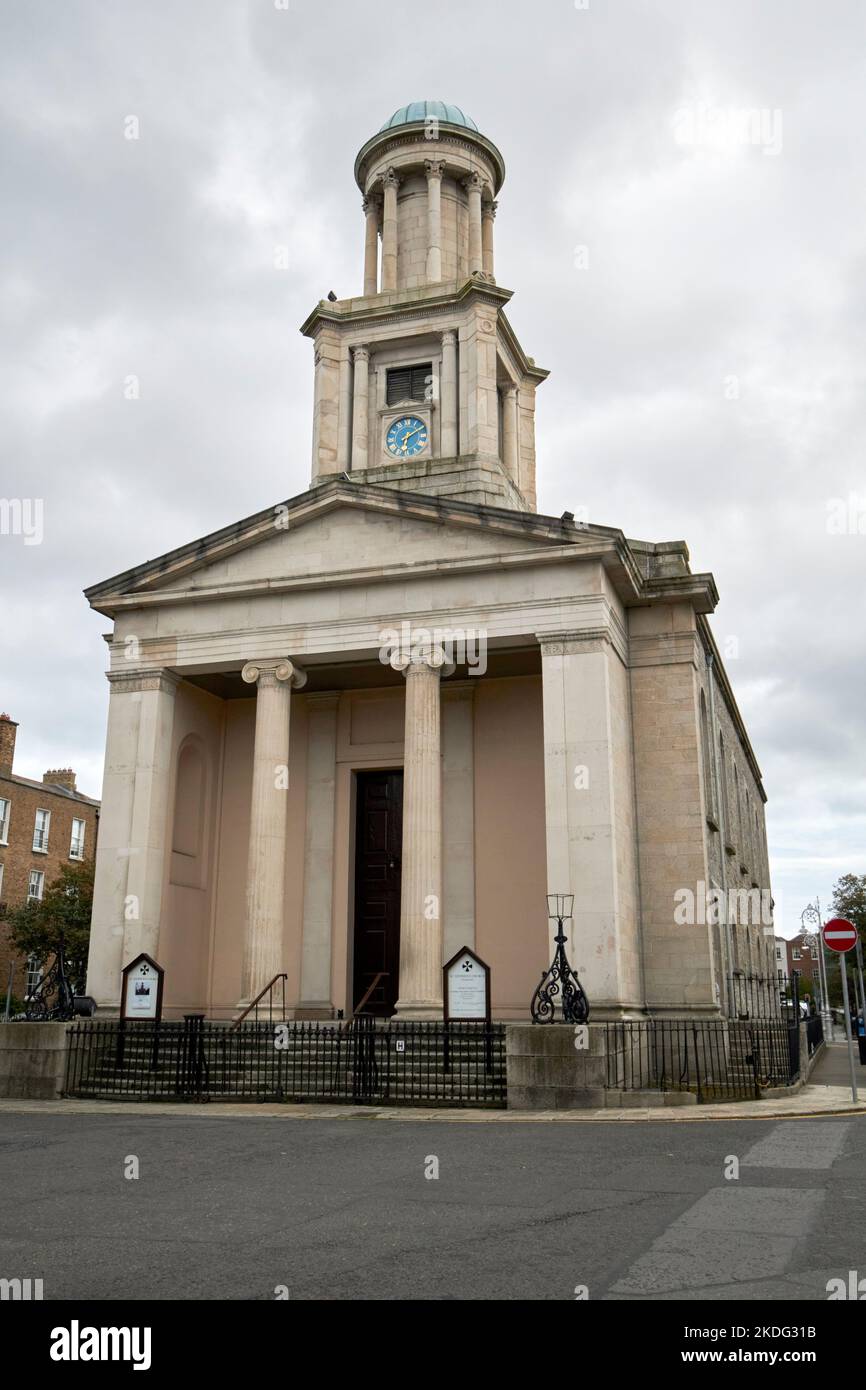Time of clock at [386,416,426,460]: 6:10
